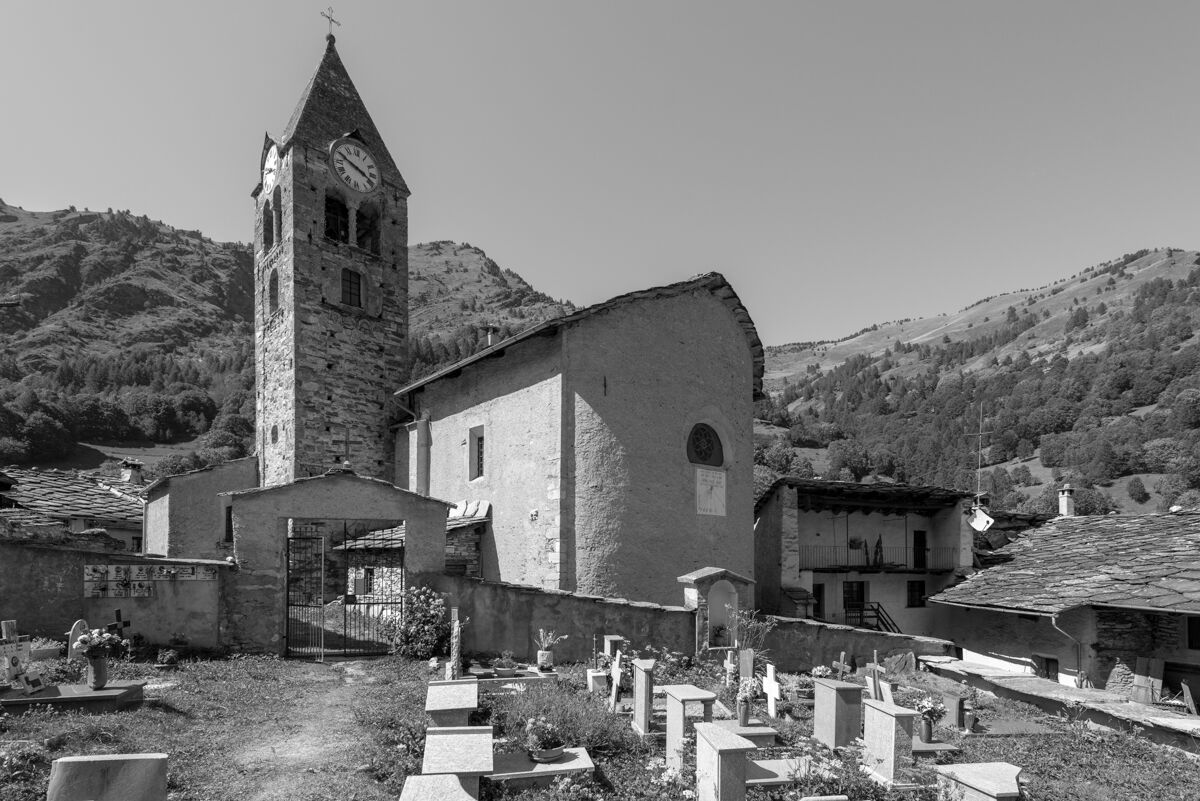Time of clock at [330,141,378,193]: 3:48
